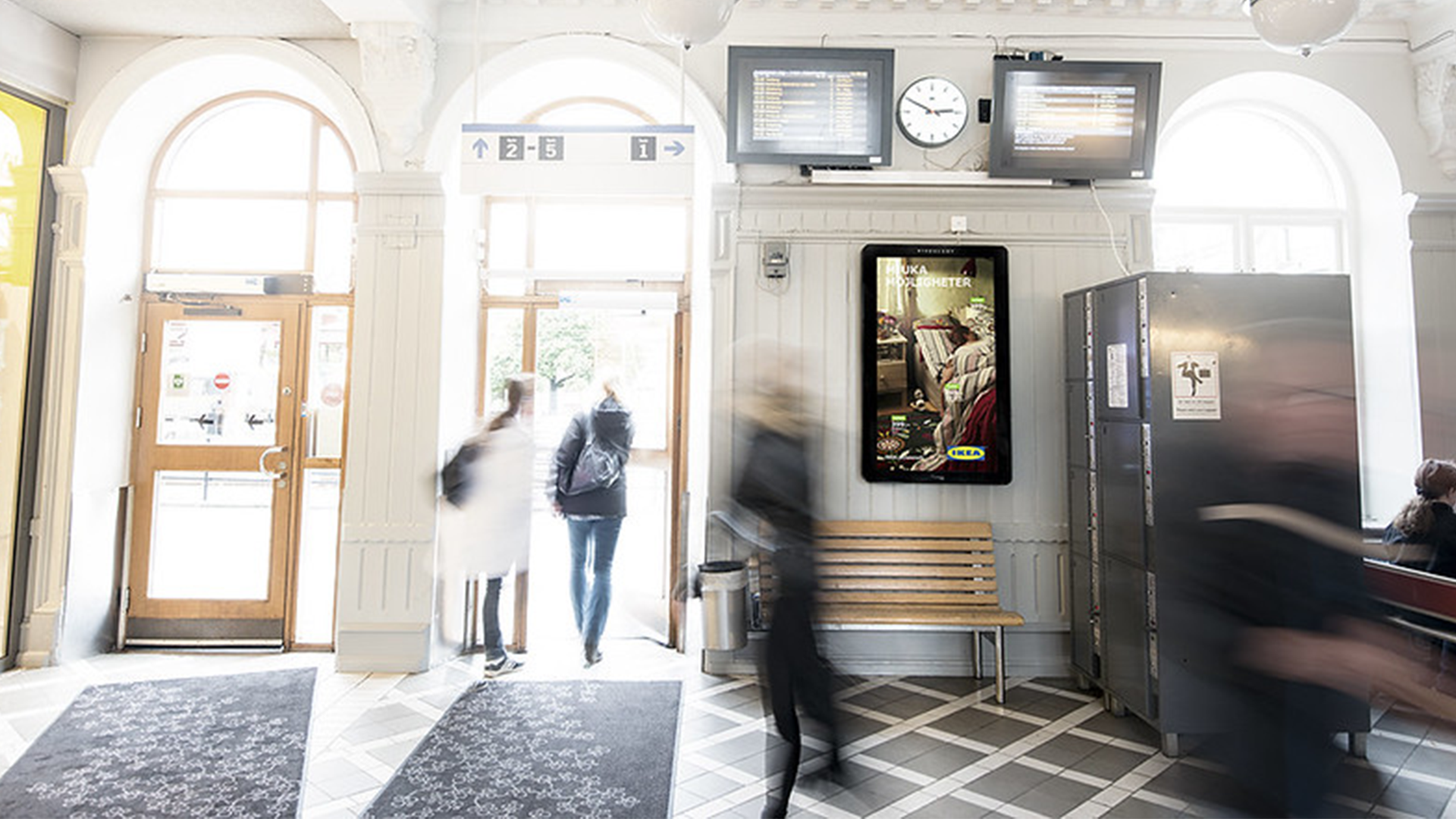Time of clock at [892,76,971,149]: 2:49
